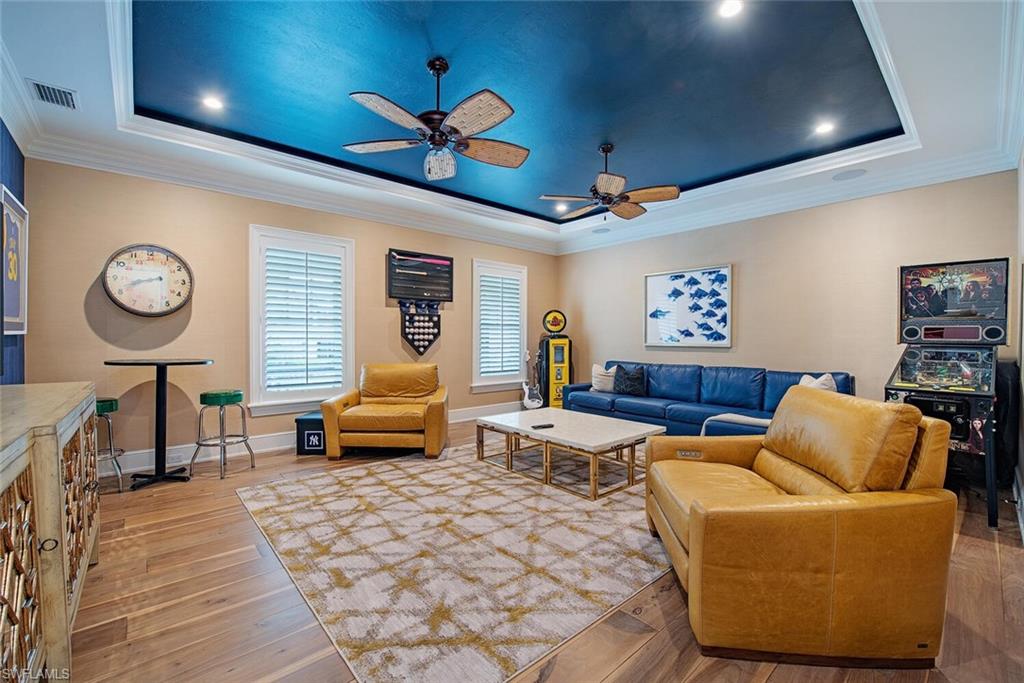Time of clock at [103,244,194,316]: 8:41
